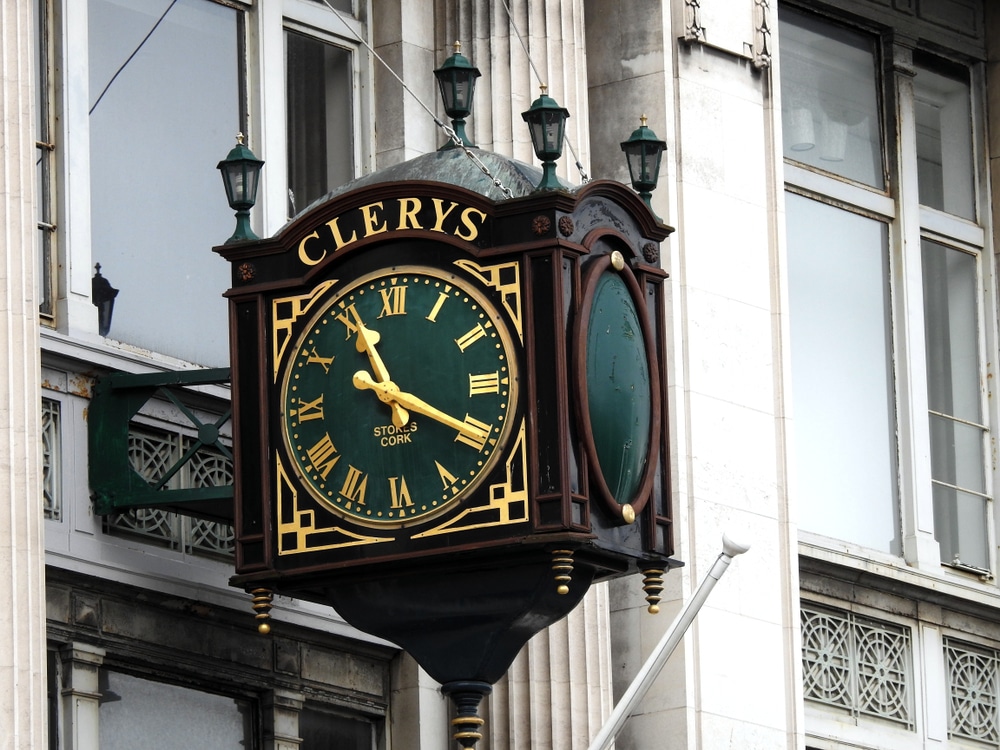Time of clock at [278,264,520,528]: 11:19
